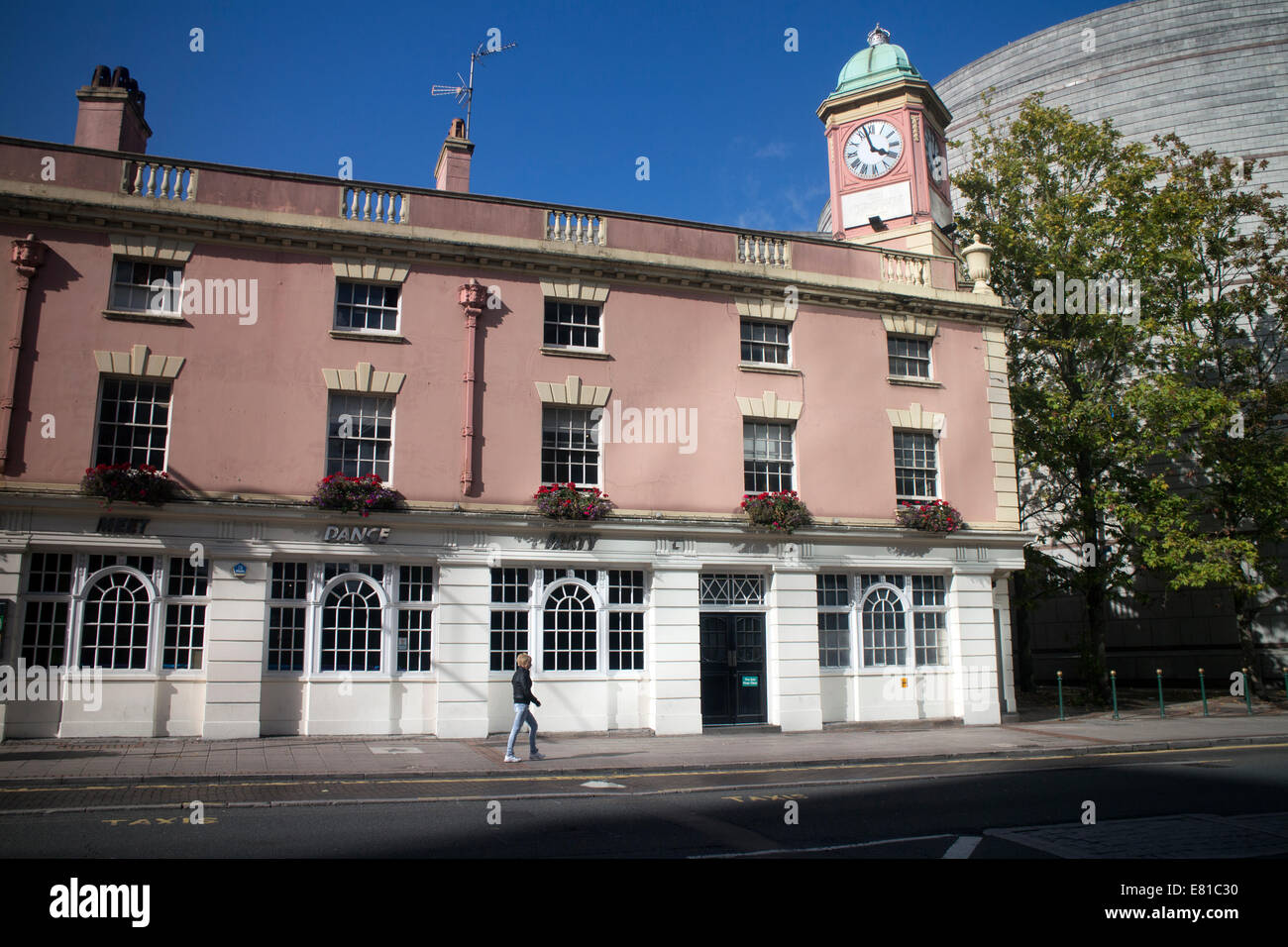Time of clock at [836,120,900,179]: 3:57
